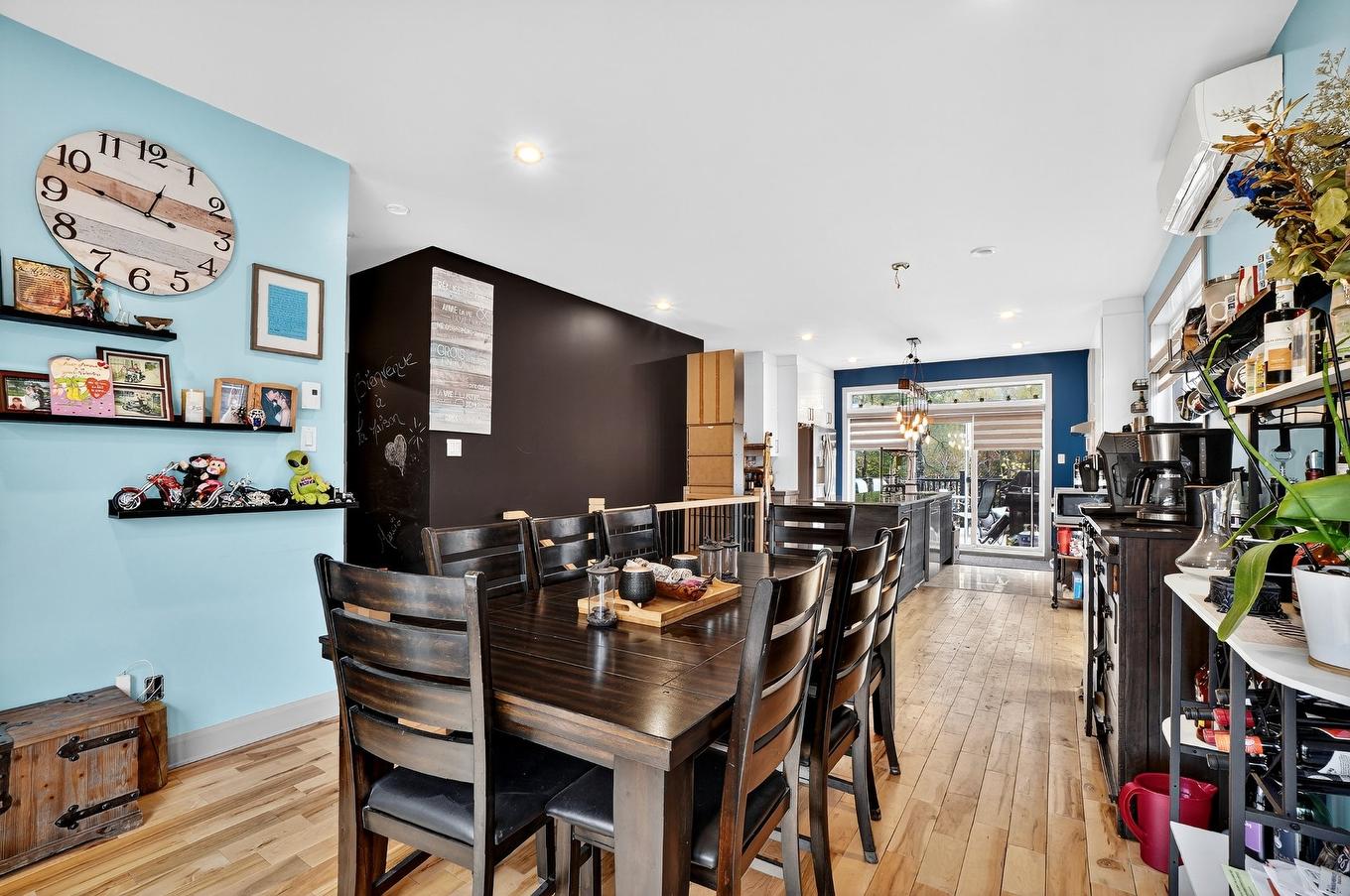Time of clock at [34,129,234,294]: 12:47
